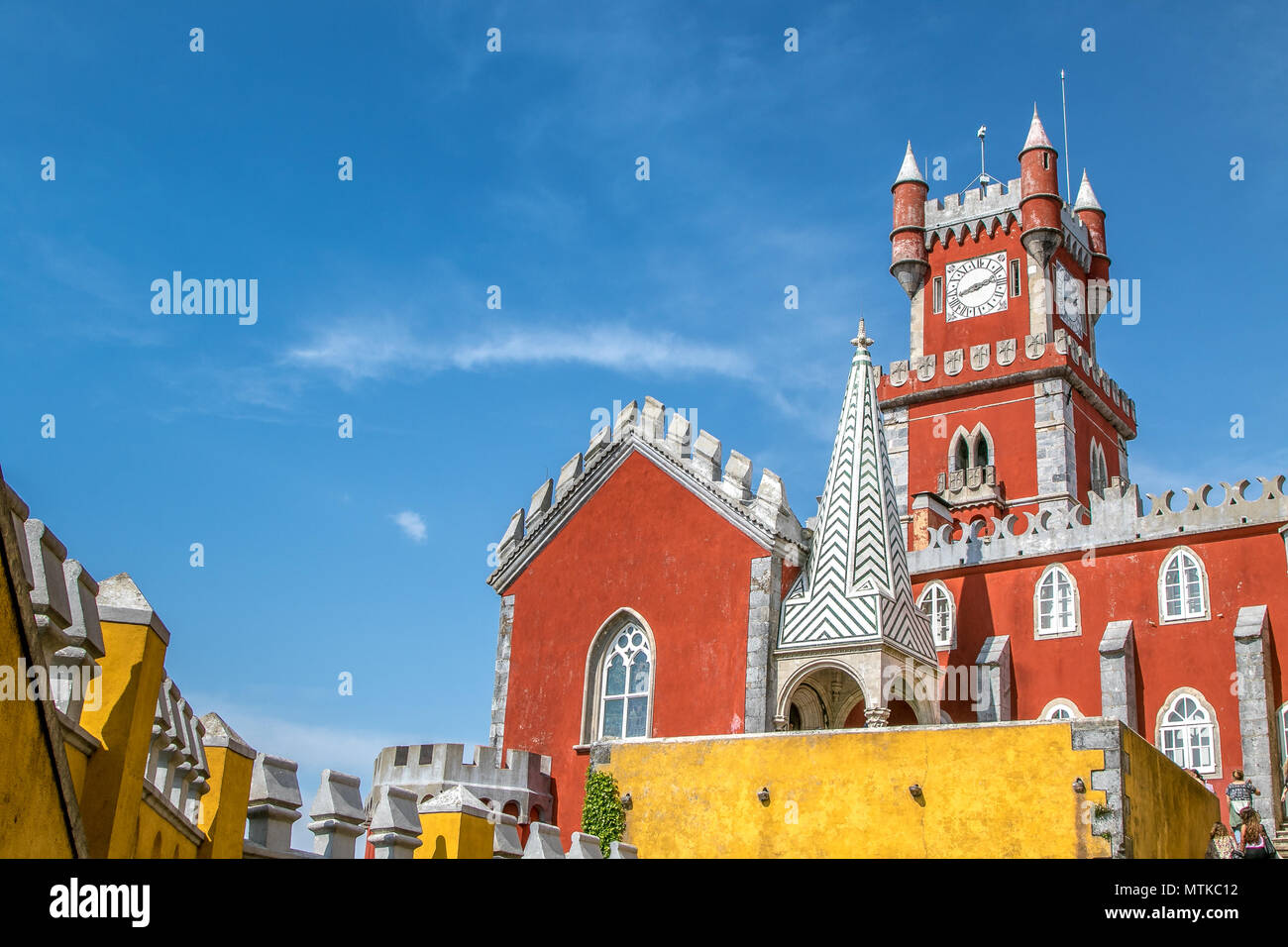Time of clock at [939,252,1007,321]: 8:12
